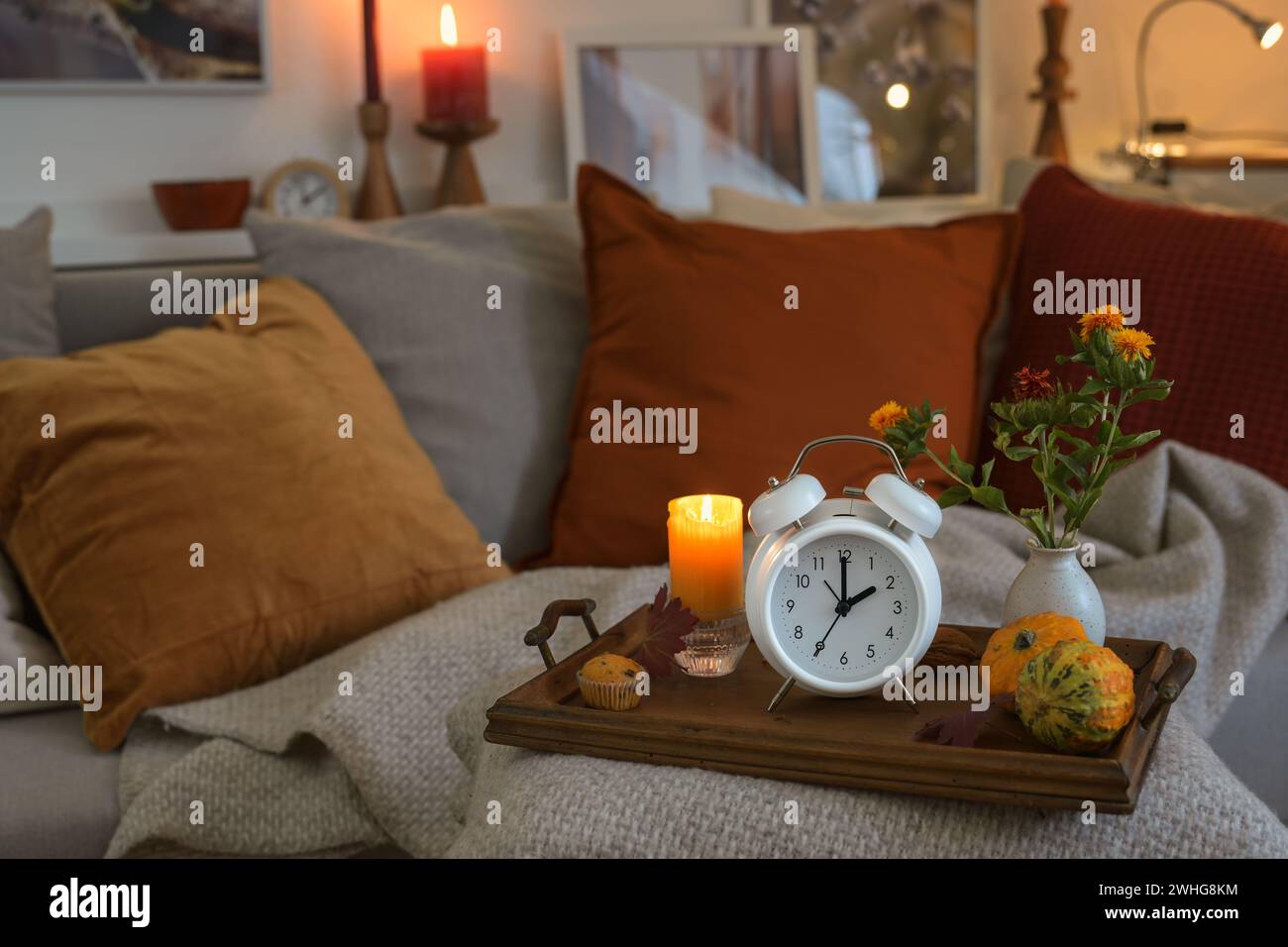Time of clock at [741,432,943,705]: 2:00
